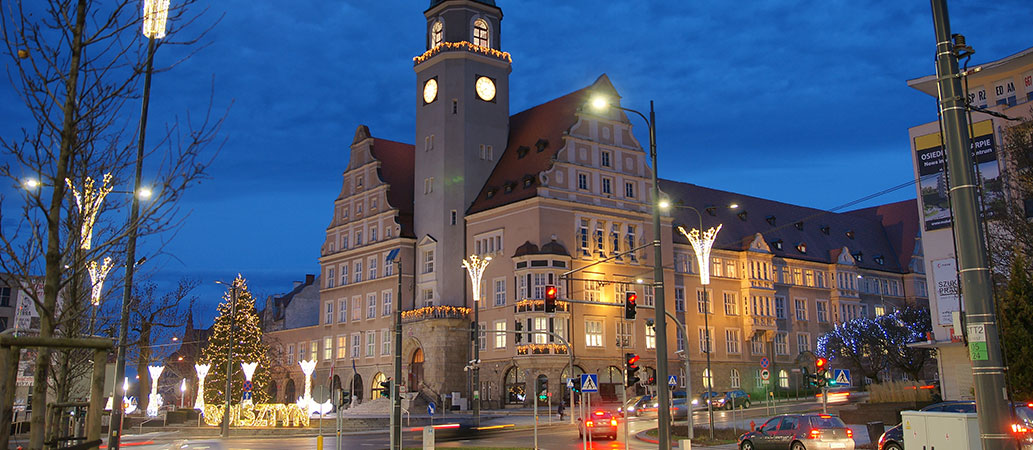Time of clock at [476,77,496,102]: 7:38
